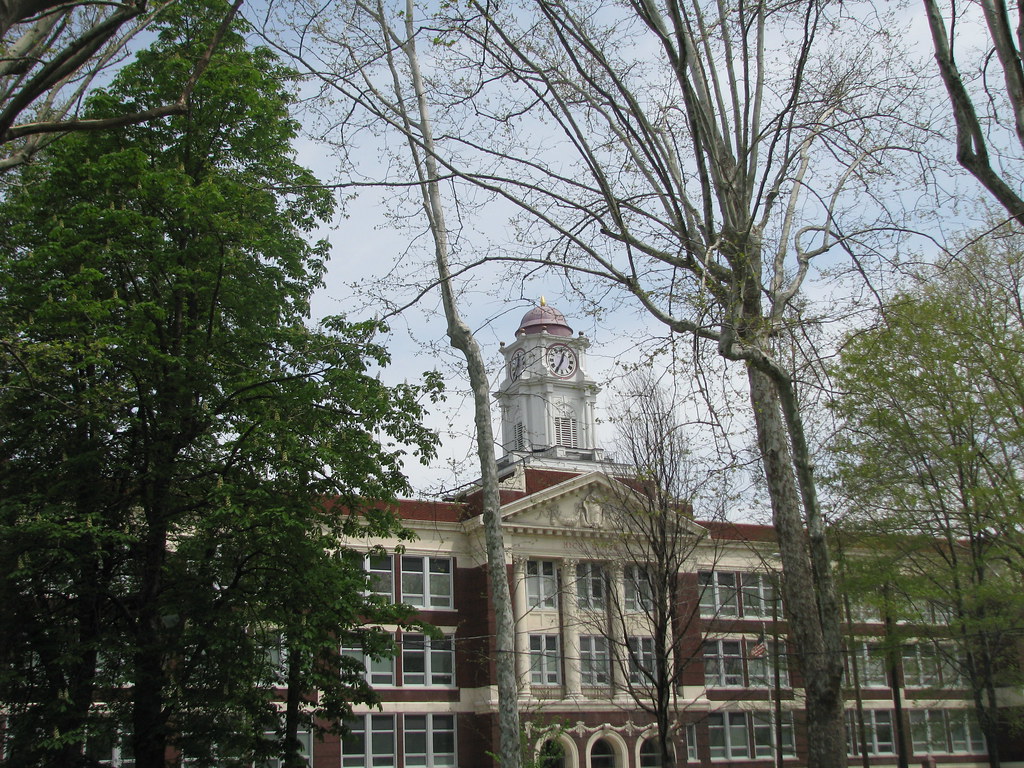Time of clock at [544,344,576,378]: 12:35
